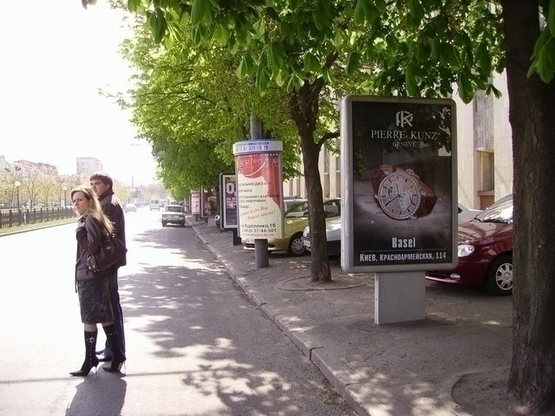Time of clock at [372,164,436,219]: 11:40
